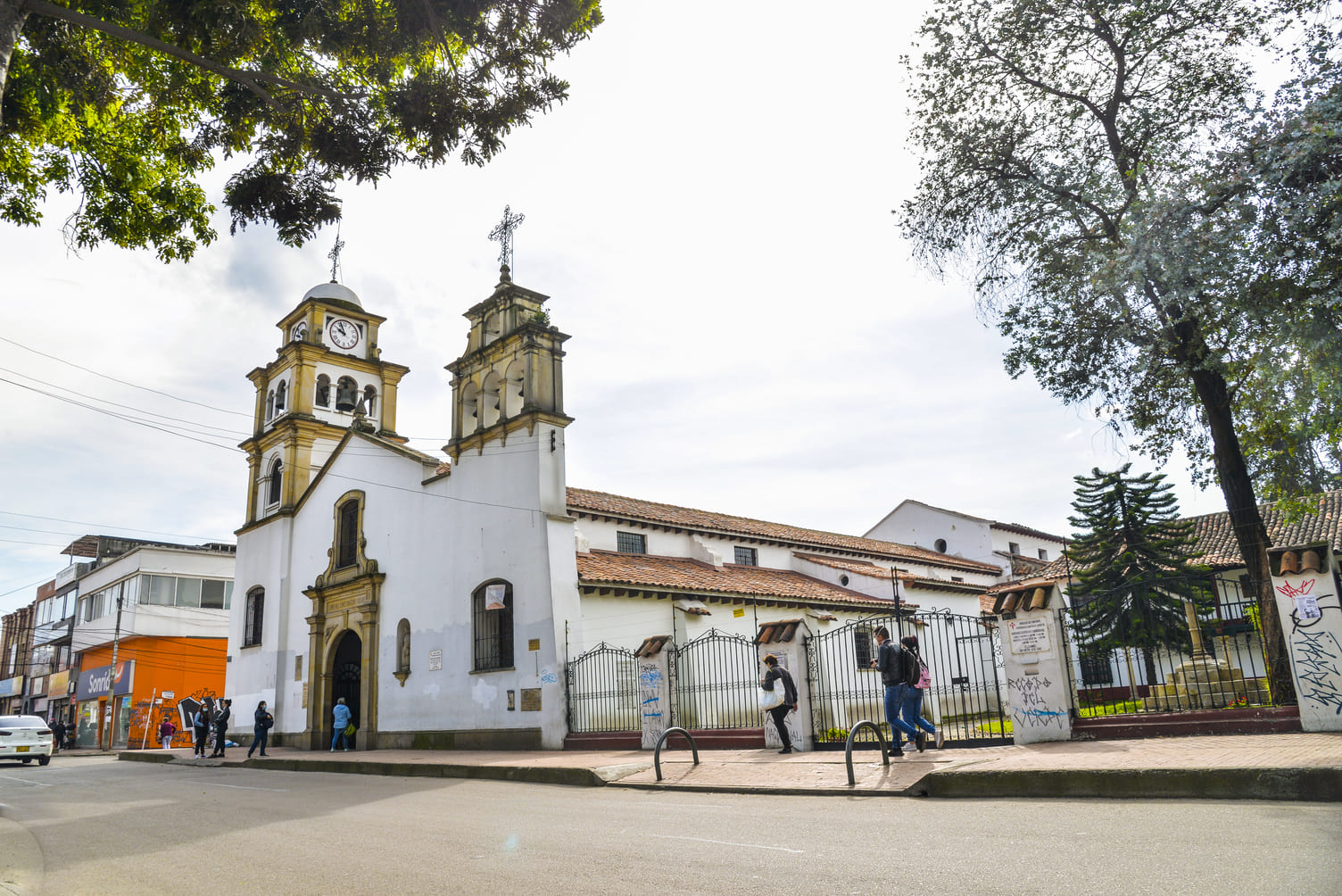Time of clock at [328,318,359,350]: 9:56
